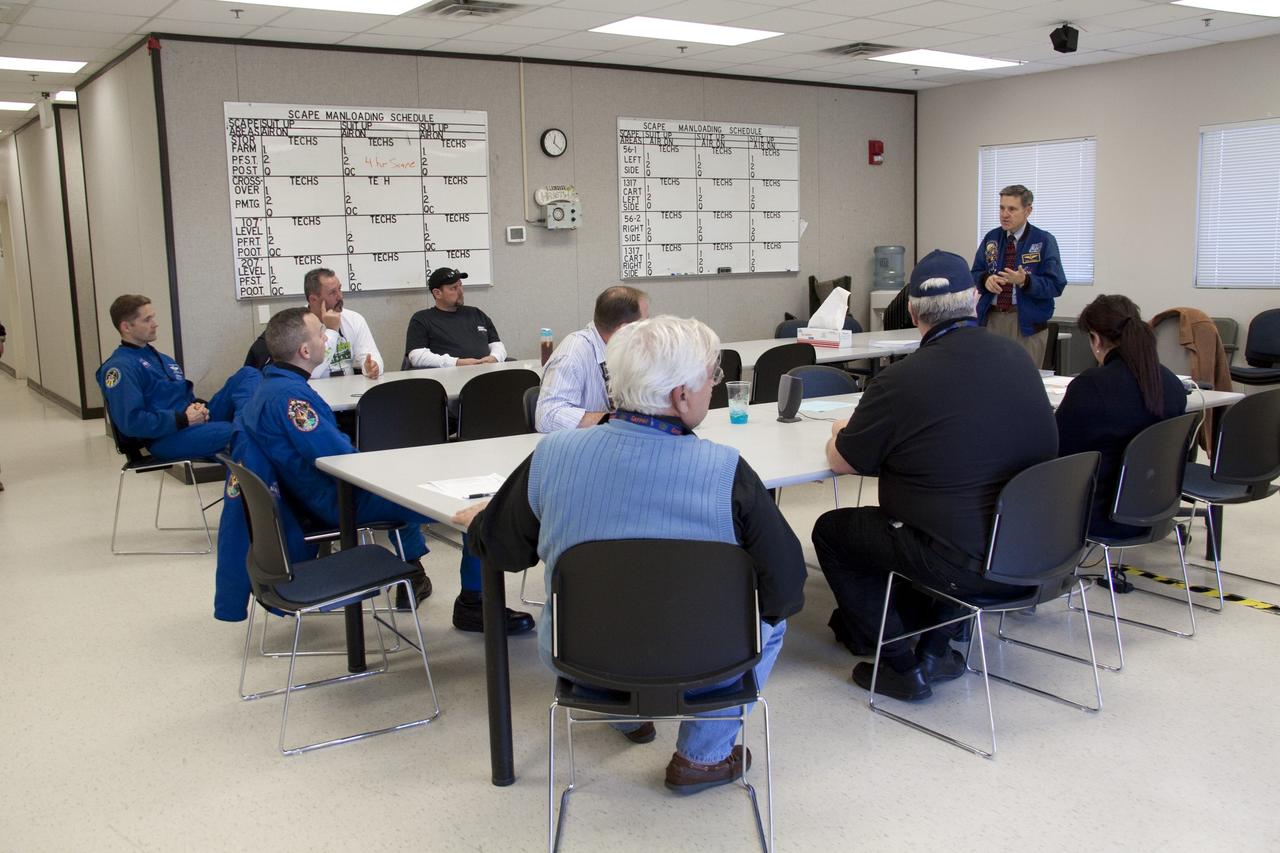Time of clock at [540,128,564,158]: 12:21
